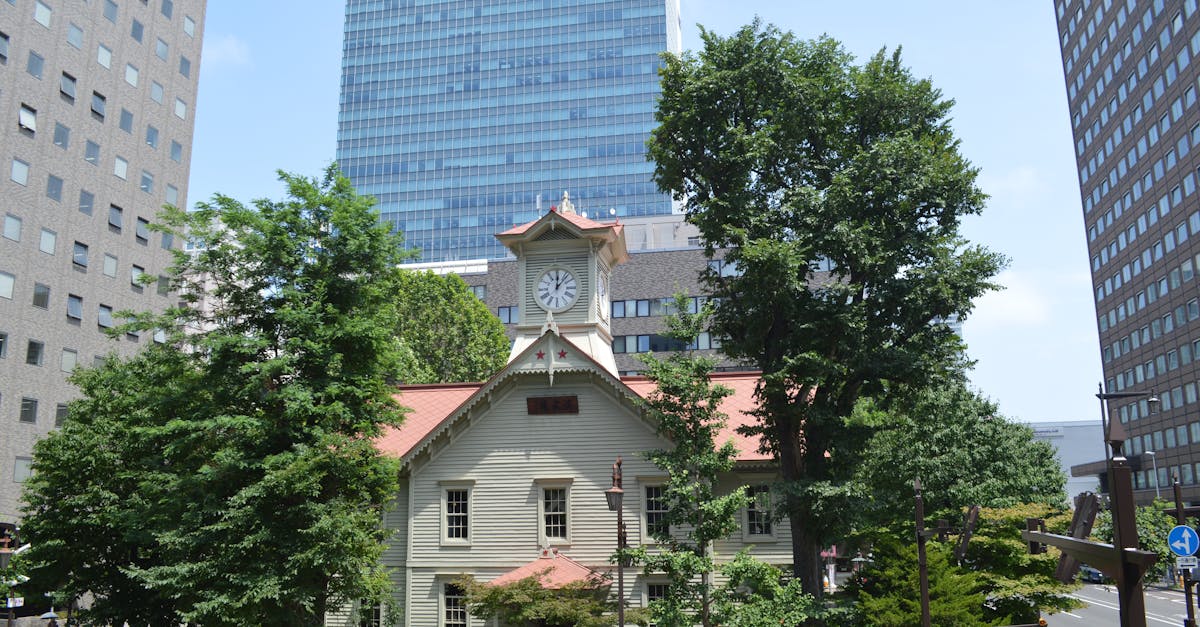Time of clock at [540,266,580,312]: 12:06
